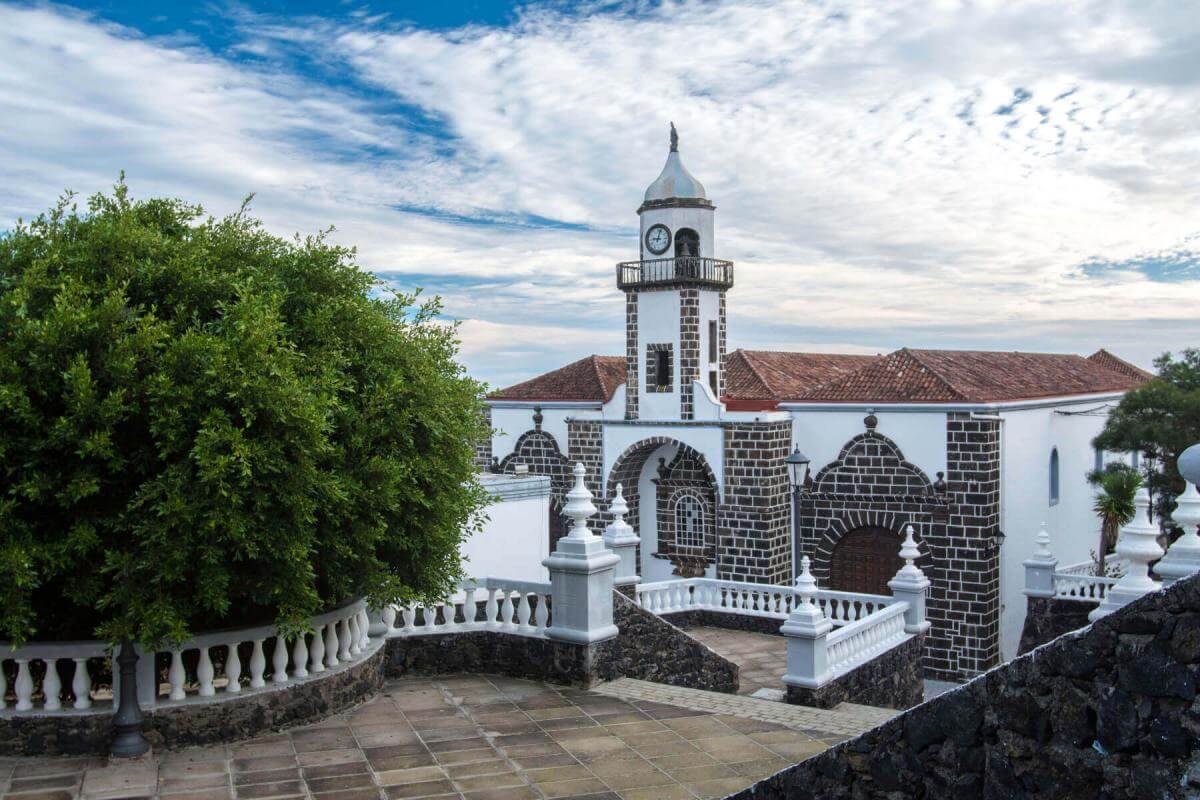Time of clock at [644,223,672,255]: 9:01
